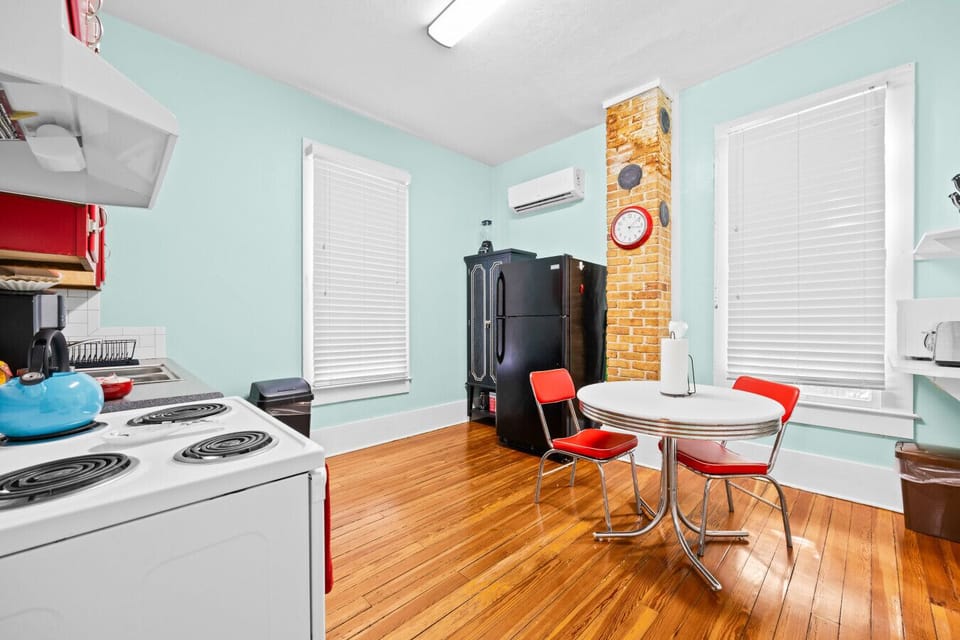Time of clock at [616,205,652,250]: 3:09
